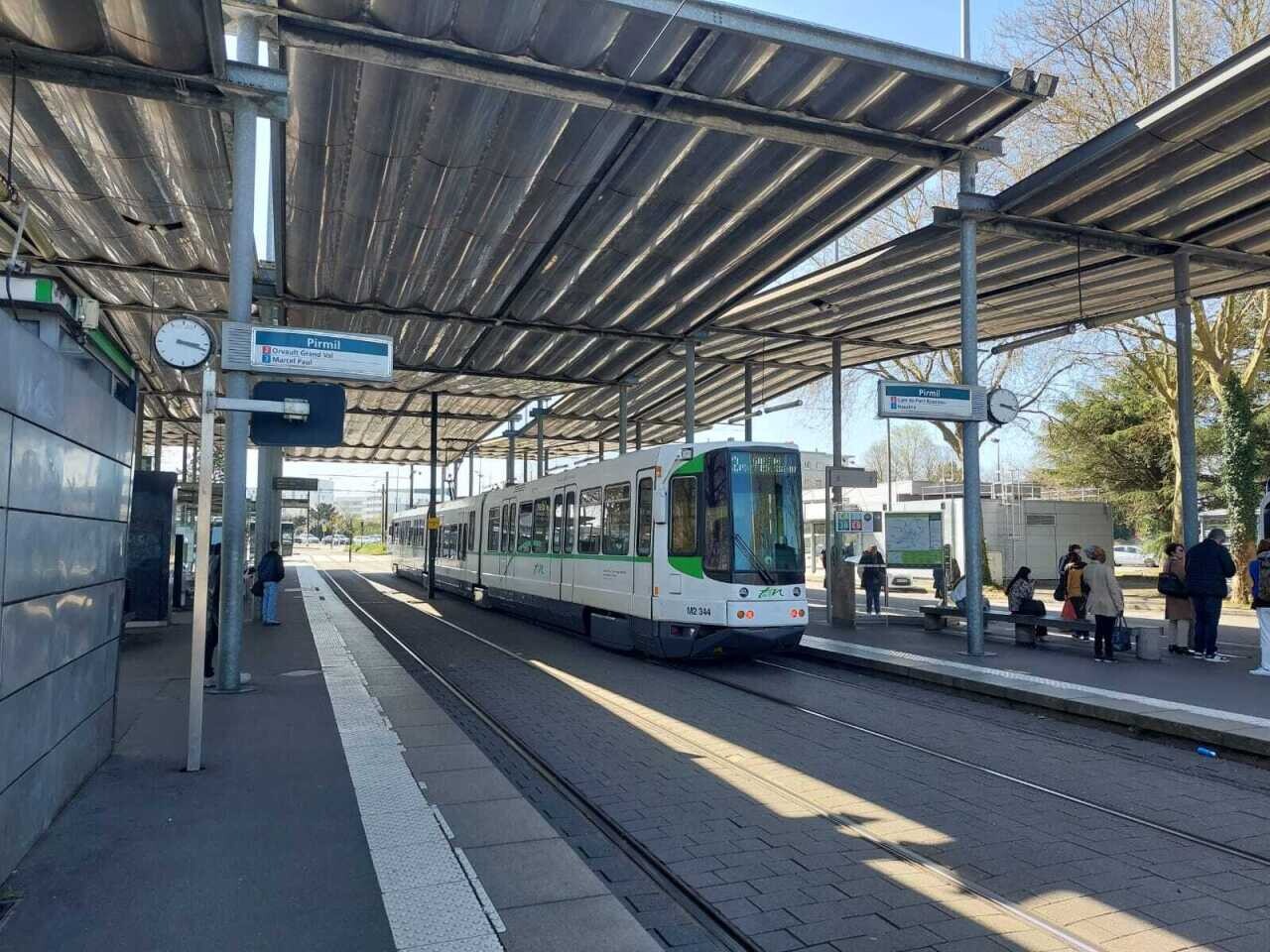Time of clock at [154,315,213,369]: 3:18
